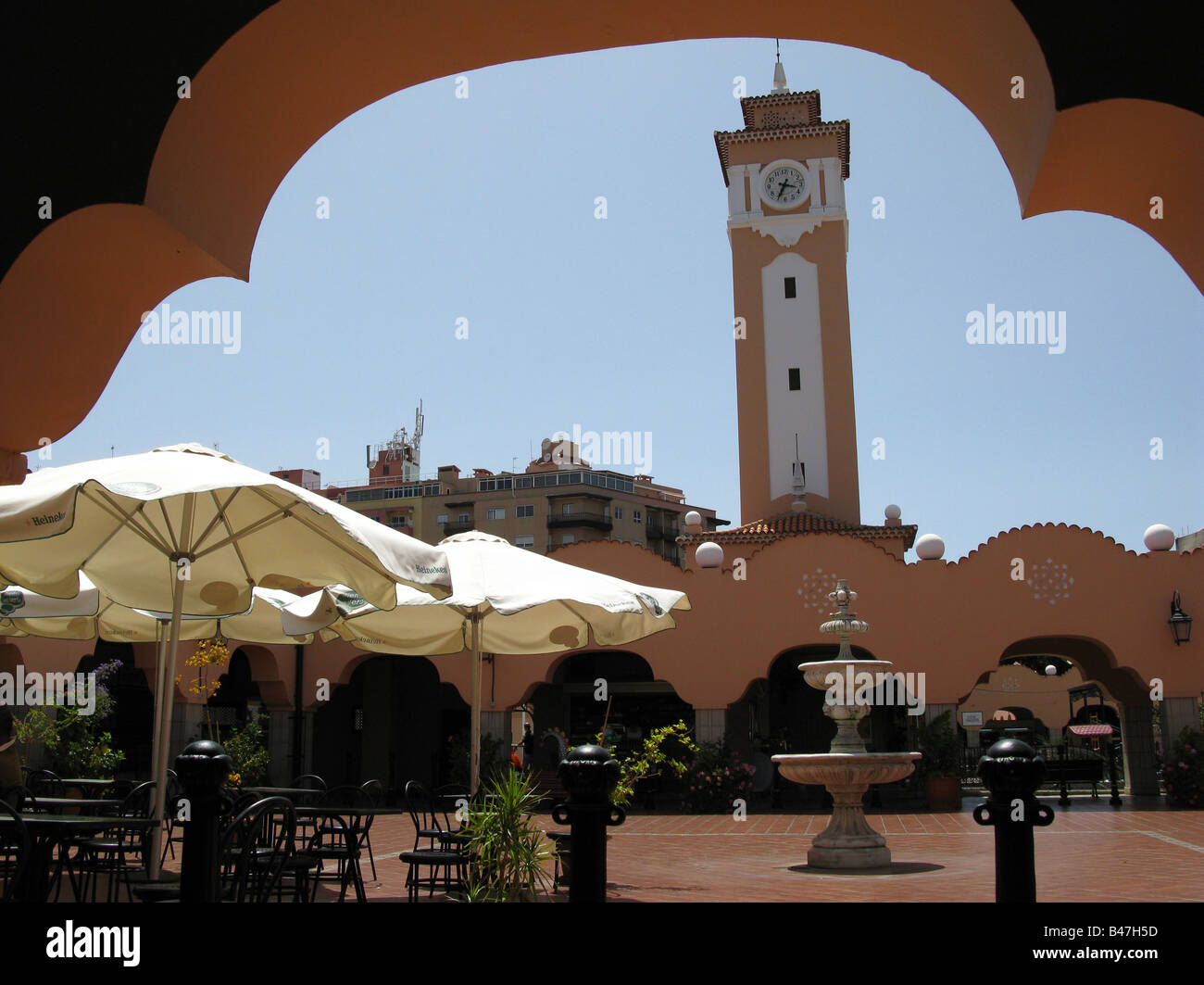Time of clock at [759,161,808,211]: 3:34
